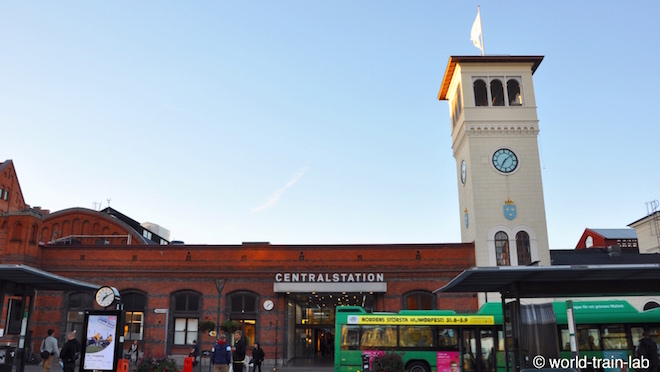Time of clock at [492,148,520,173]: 7:08
